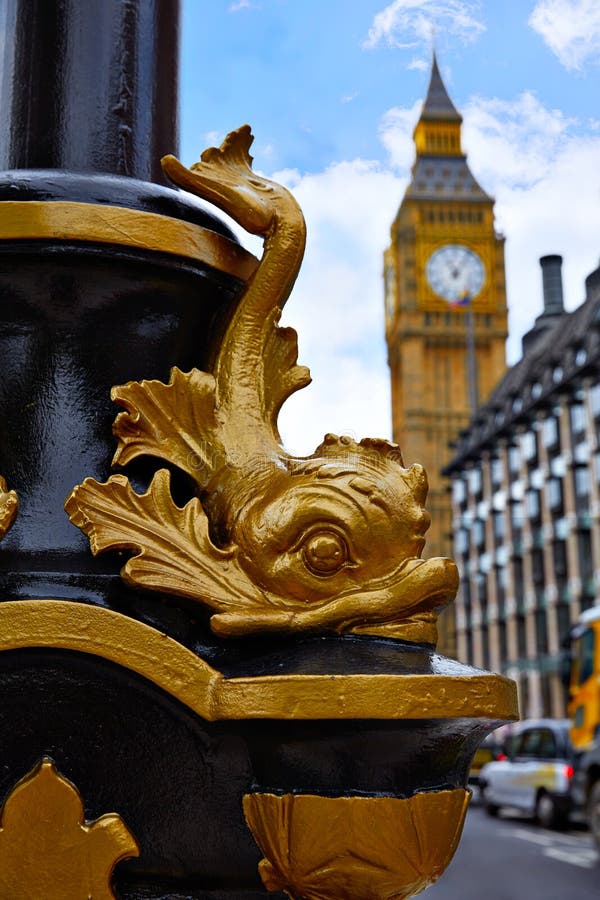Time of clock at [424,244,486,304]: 11:06
